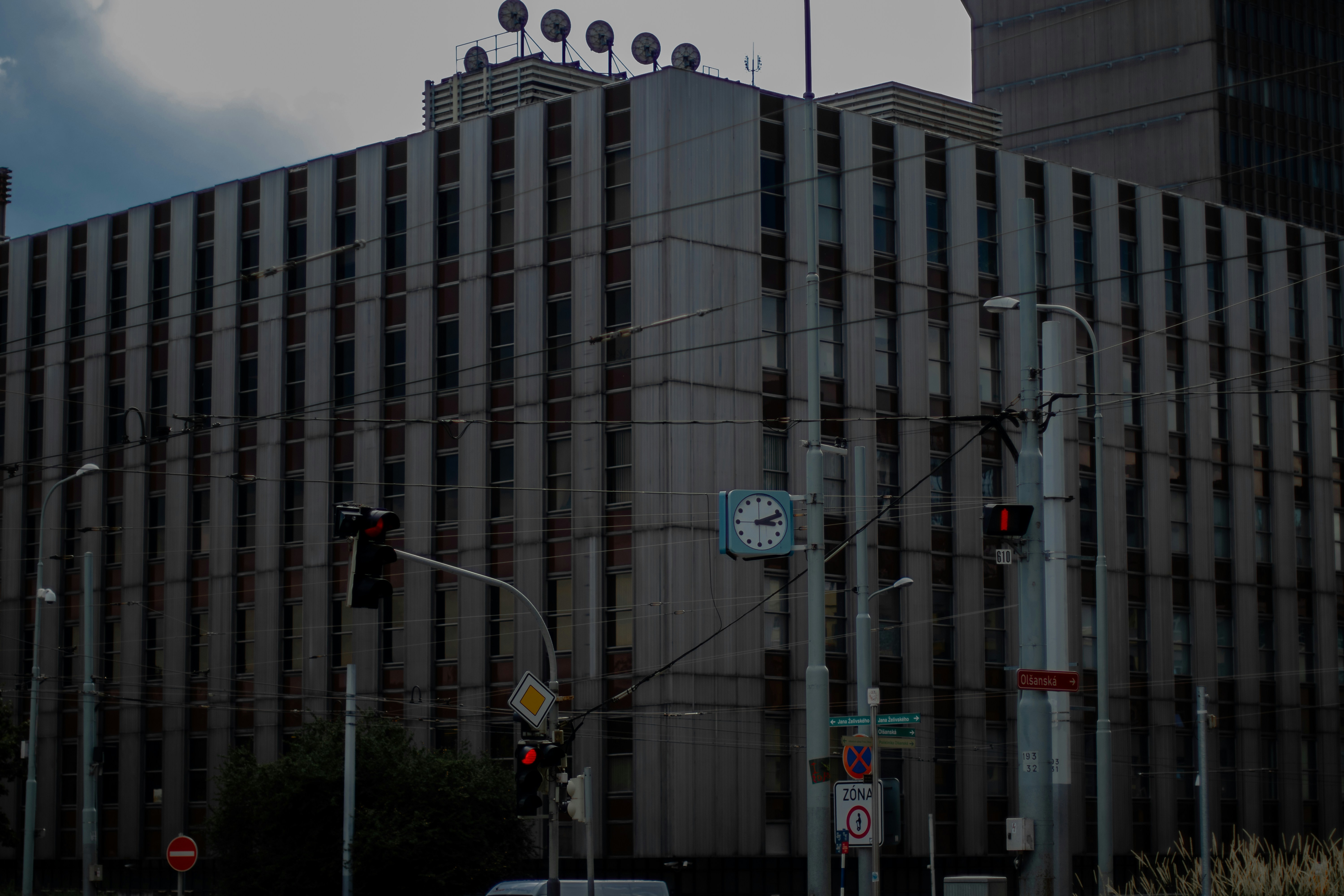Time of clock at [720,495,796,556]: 3:11
